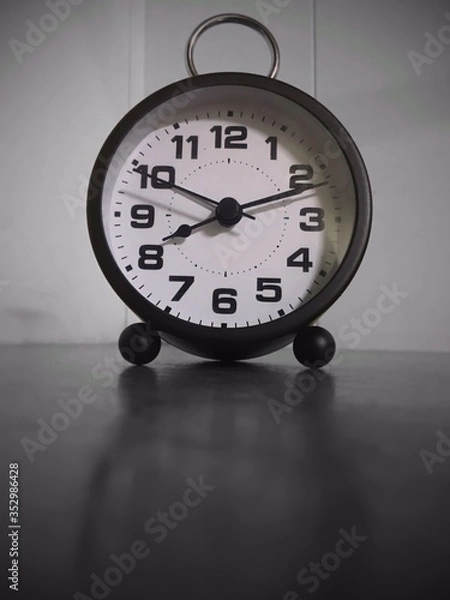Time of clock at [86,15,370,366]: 8:11
